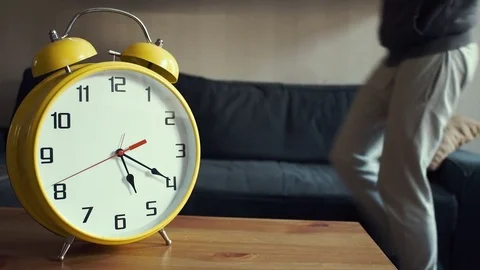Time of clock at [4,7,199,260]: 5:19
